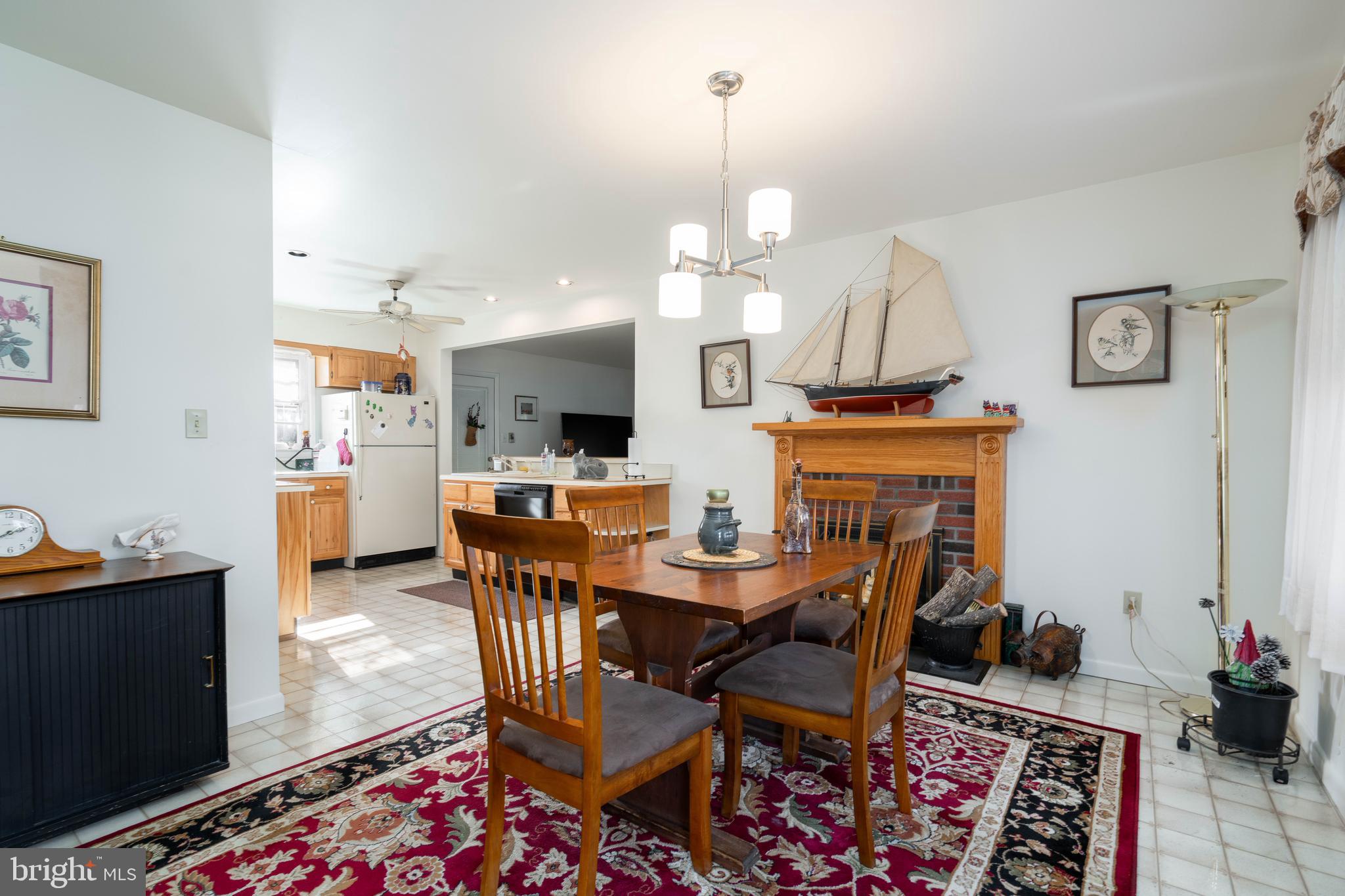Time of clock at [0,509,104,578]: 8:12
